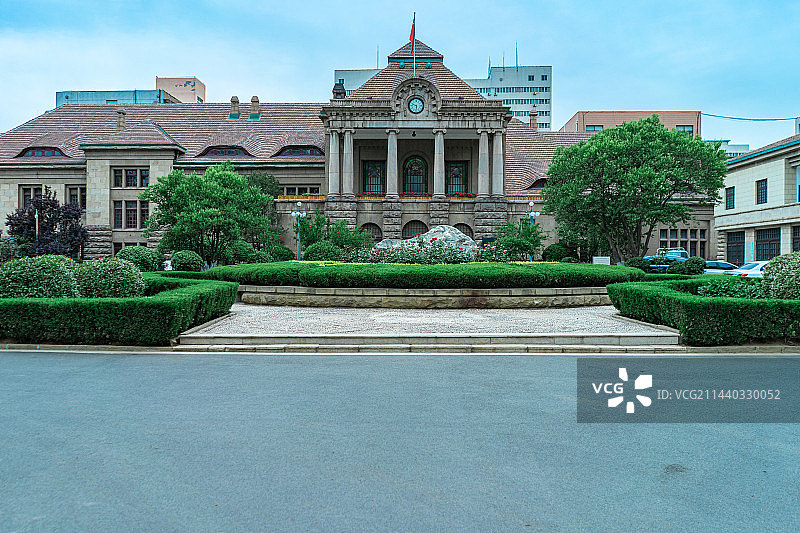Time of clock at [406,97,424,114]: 5:48
